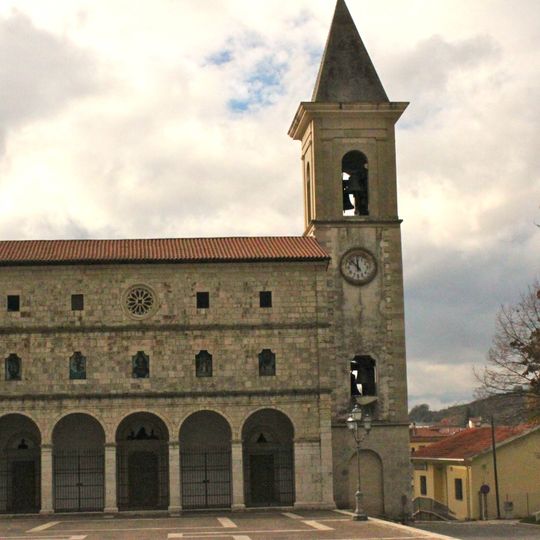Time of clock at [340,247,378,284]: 11:52
